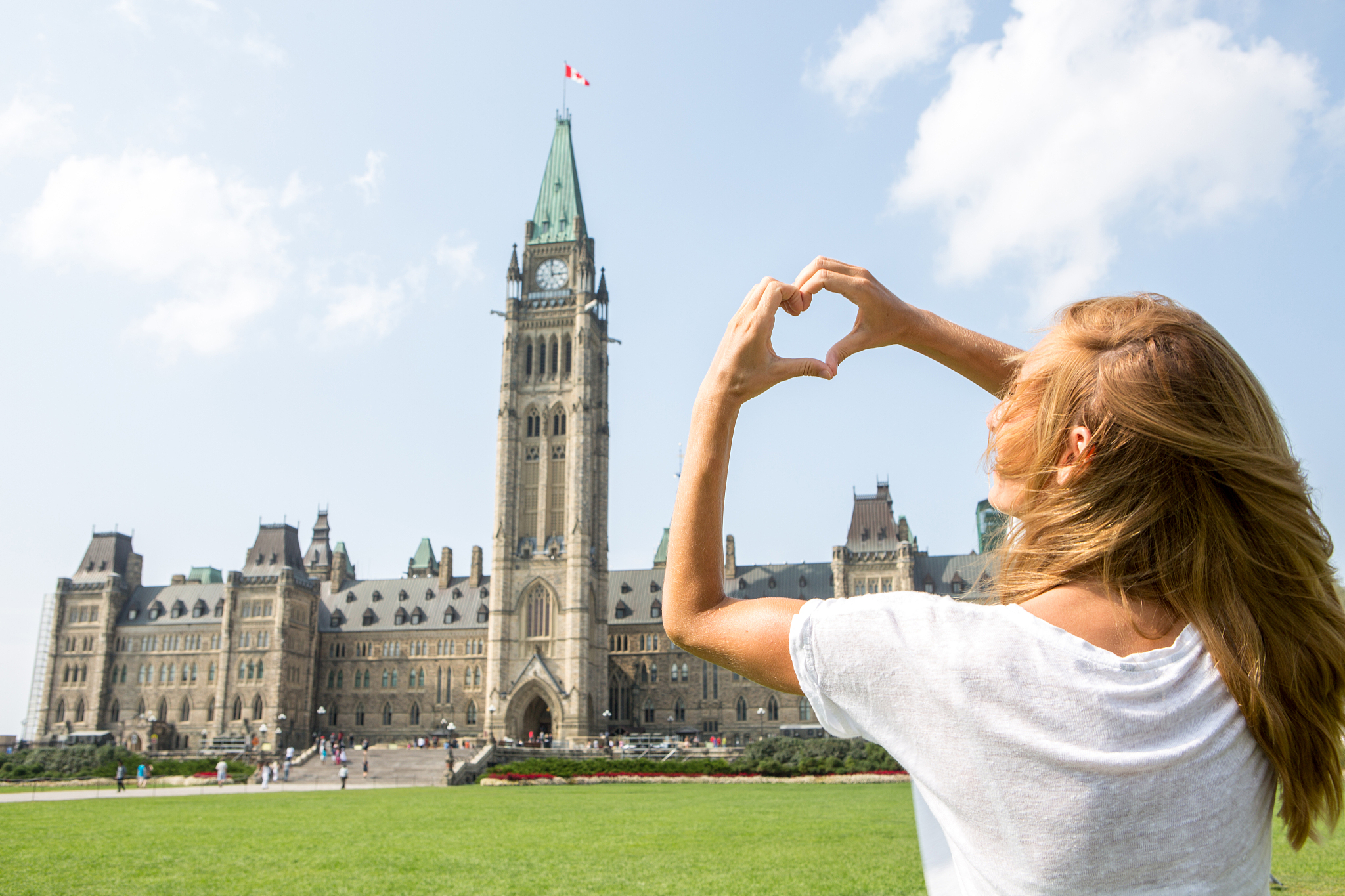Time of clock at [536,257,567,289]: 2:58
